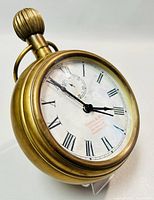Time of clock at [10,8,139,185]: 2:50
